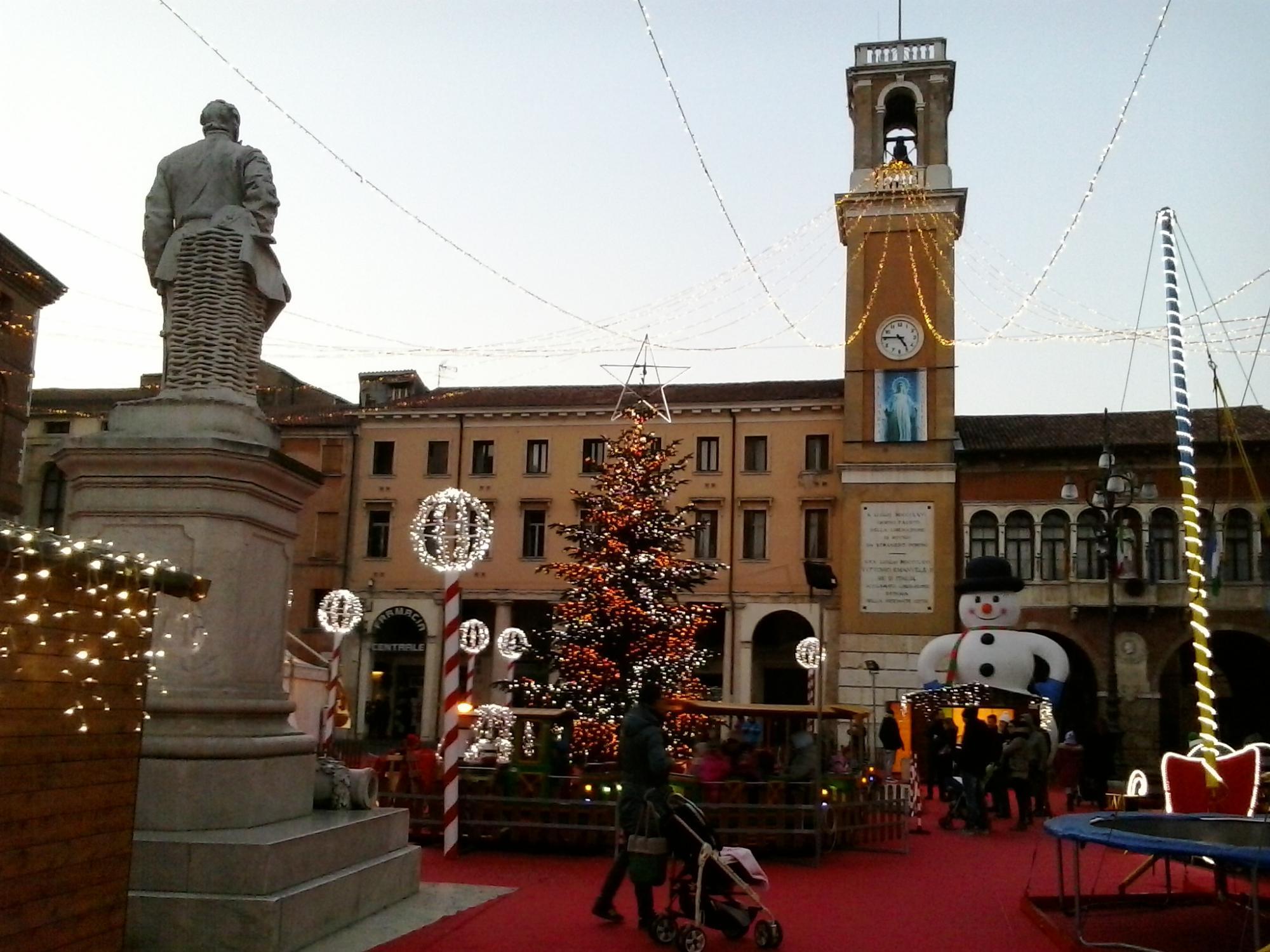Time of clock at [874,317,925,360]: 4:45
